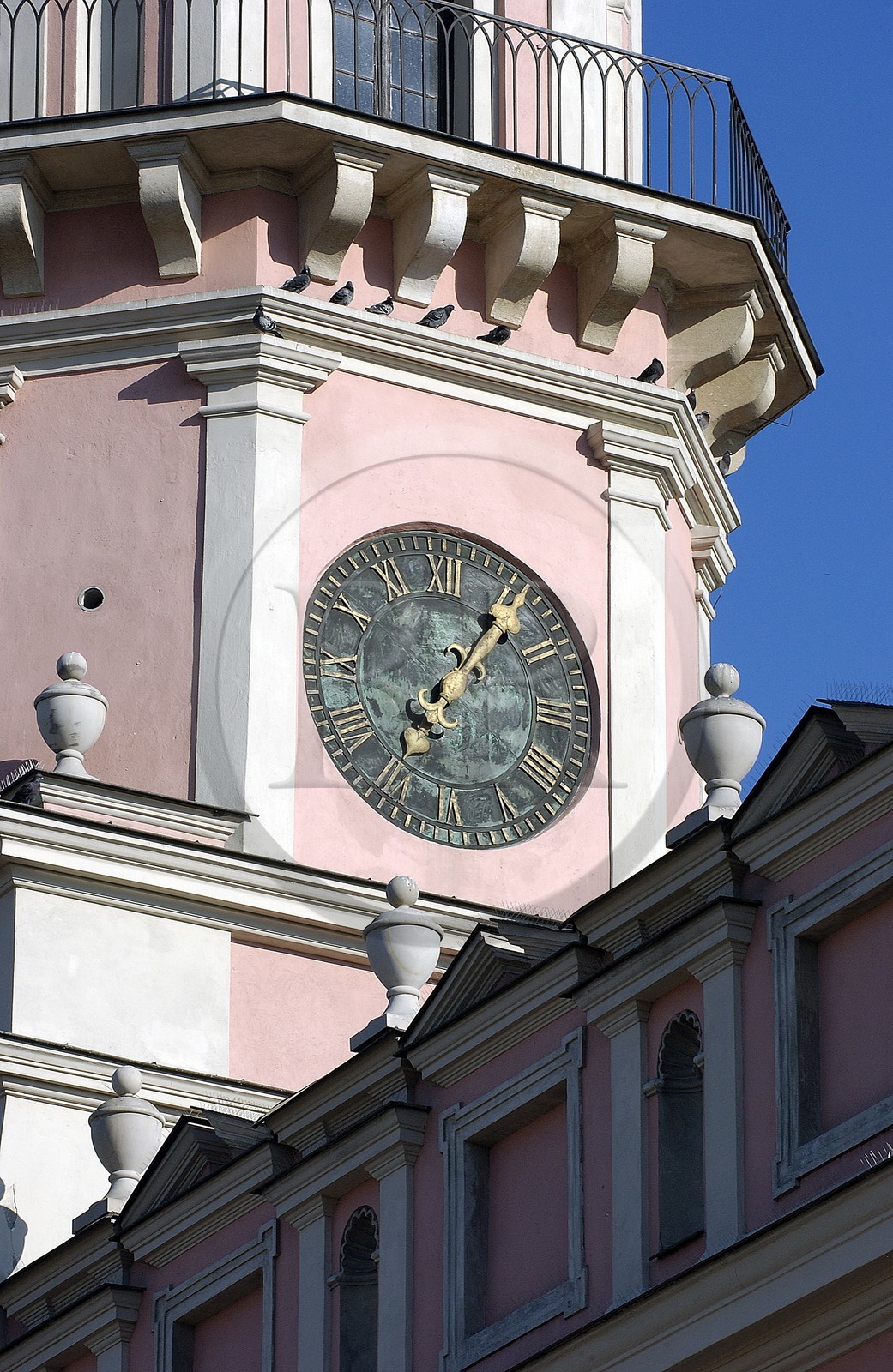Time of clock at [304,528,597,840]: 7:06
